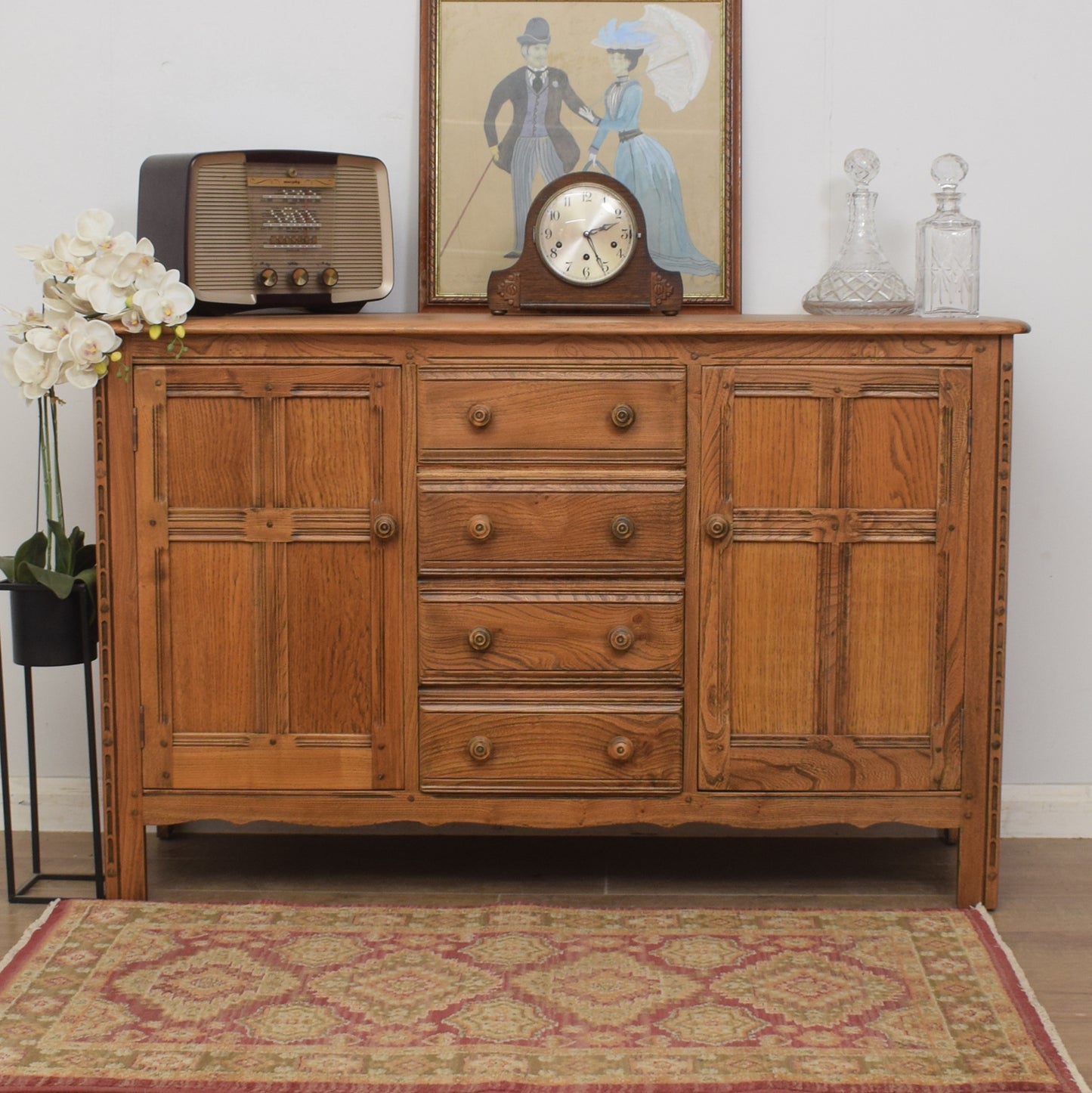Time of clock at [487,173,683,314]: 2:25
